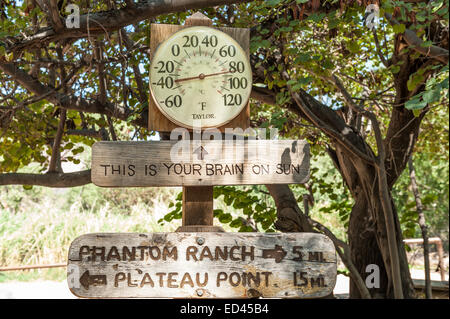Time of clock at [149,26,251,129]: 8:12
